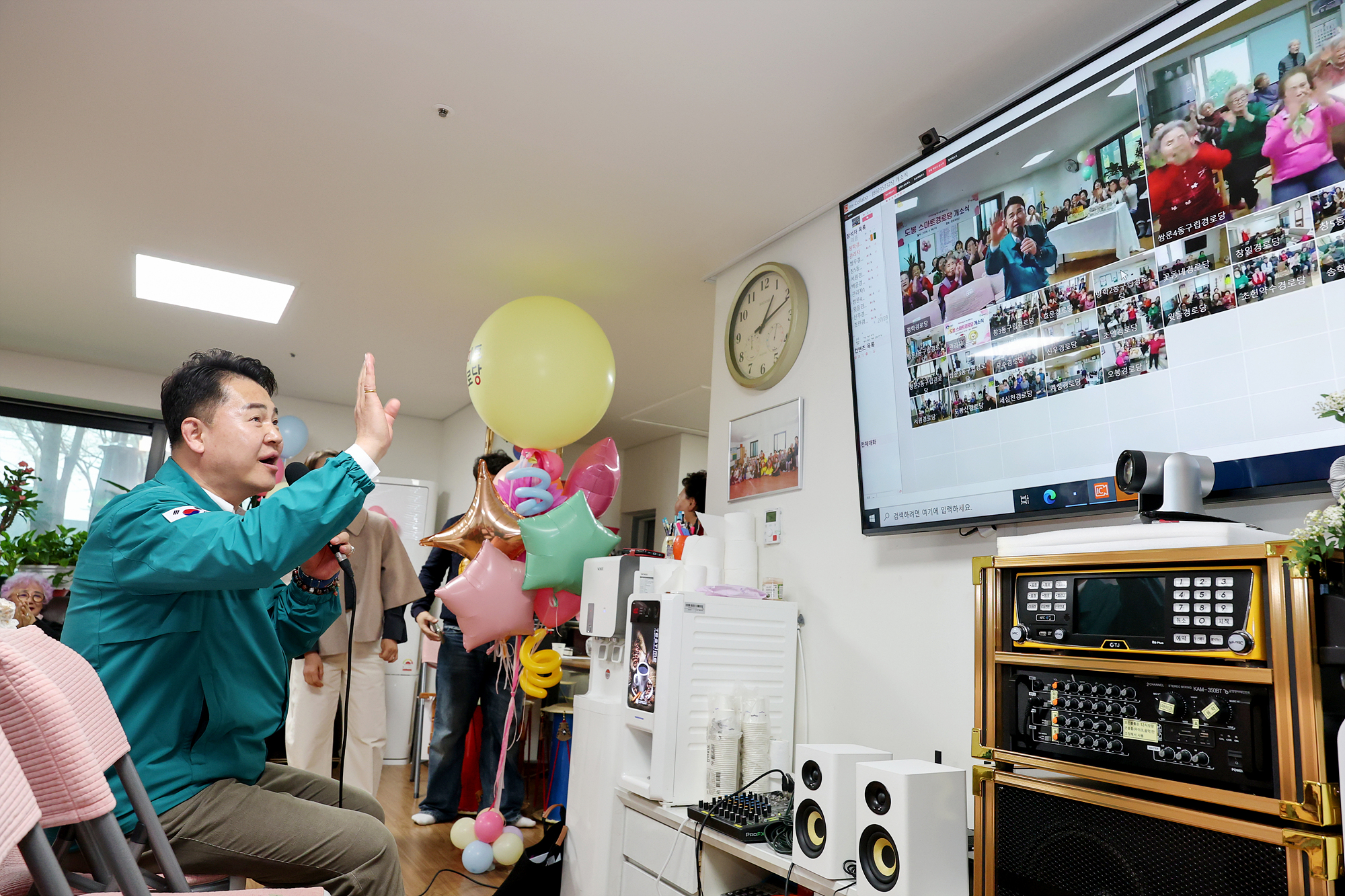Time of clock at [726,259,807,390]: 1:11
